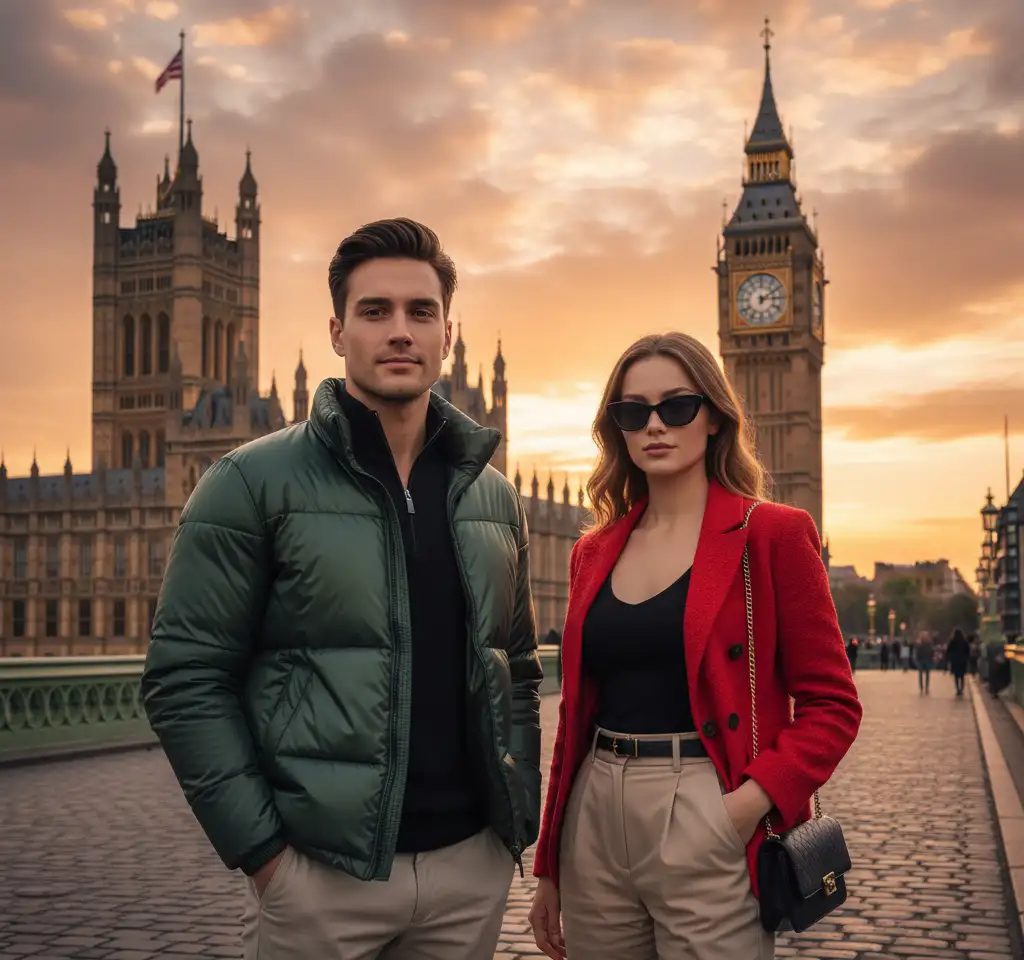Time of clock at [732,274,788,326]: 3:09
